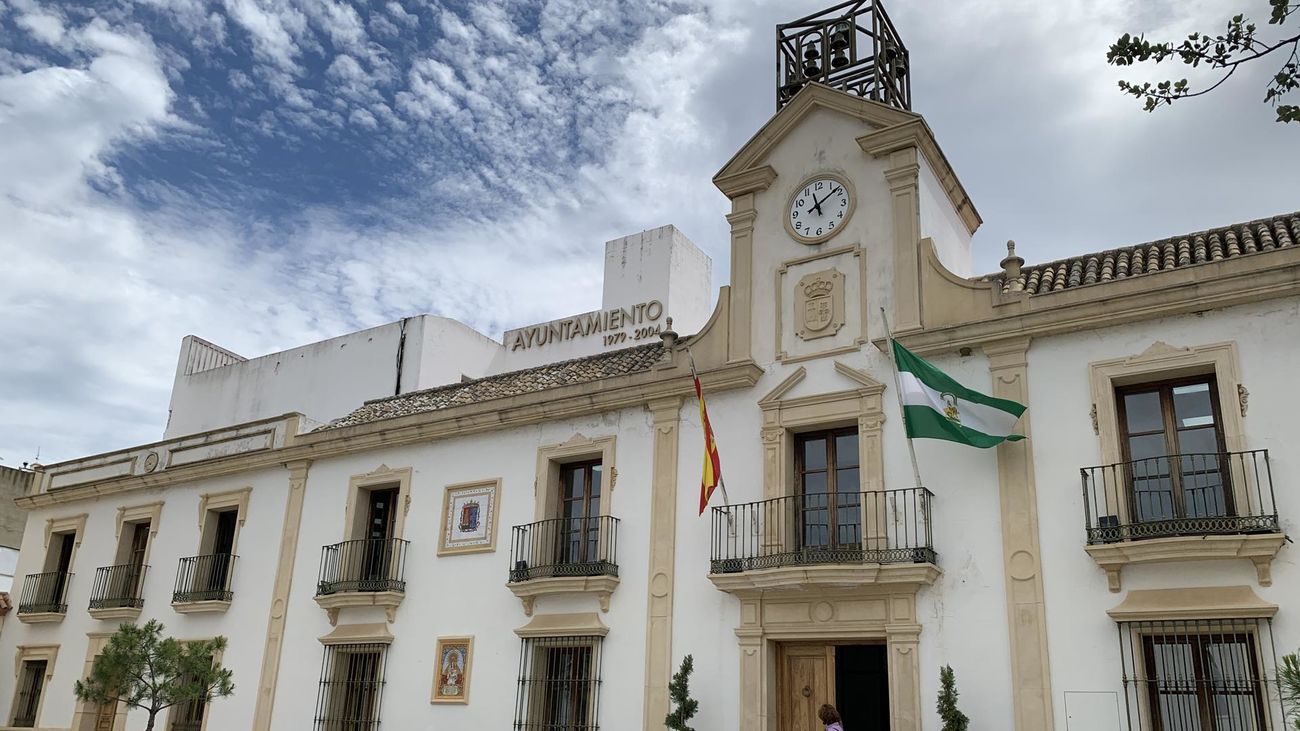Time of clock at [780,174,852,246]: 11:08
